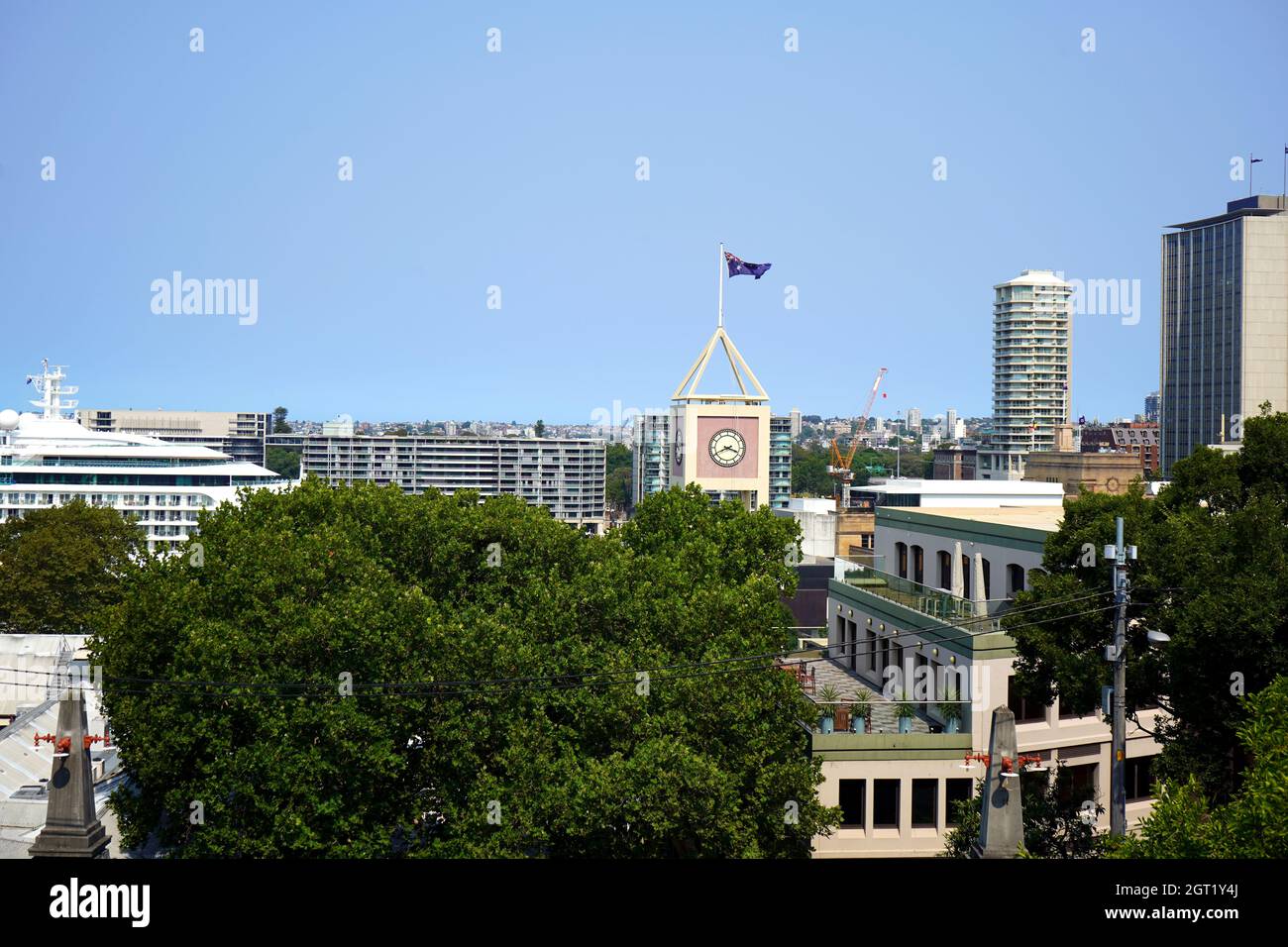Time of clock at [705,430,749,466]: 3:40
